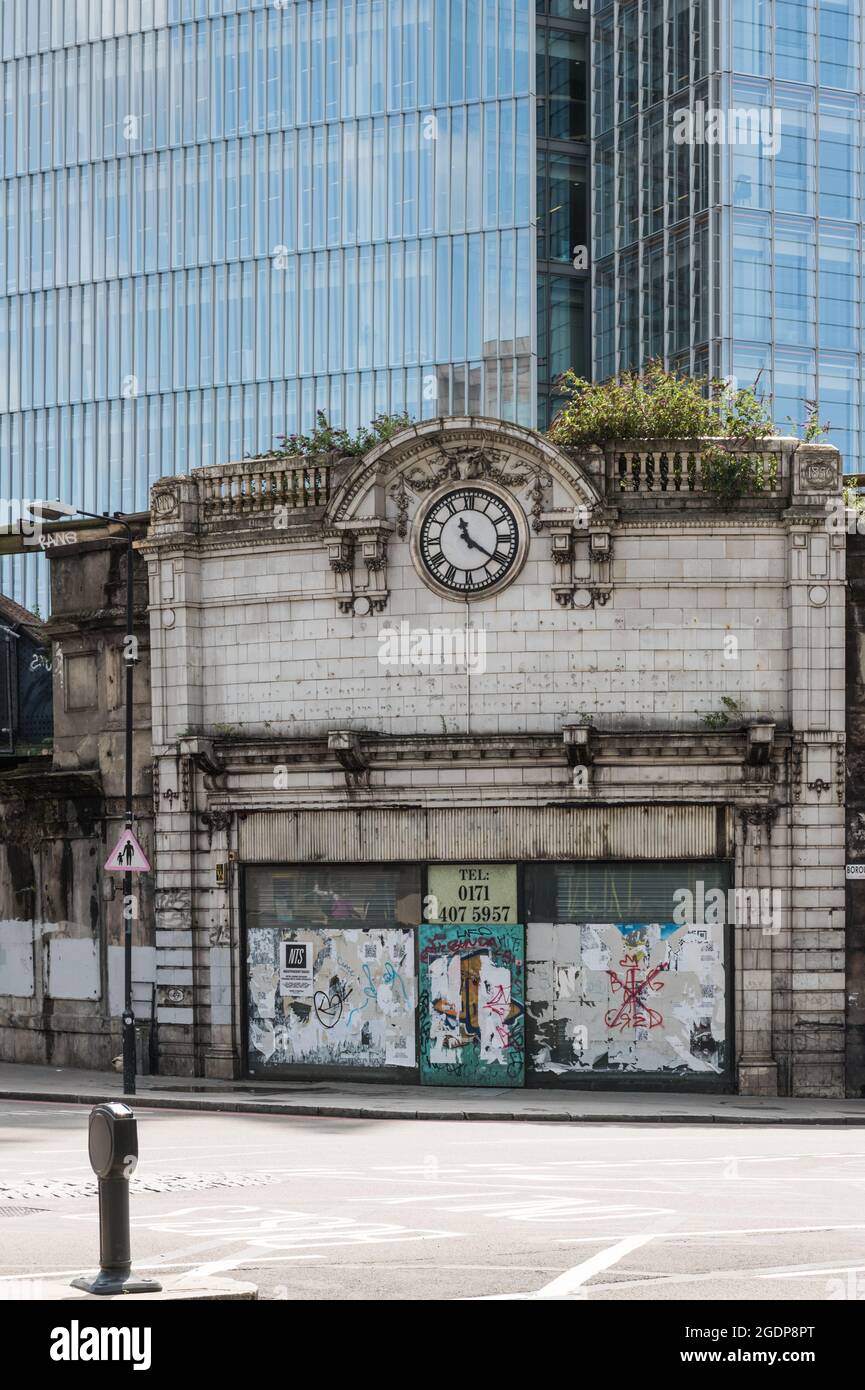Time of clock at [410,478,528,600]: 11:21
